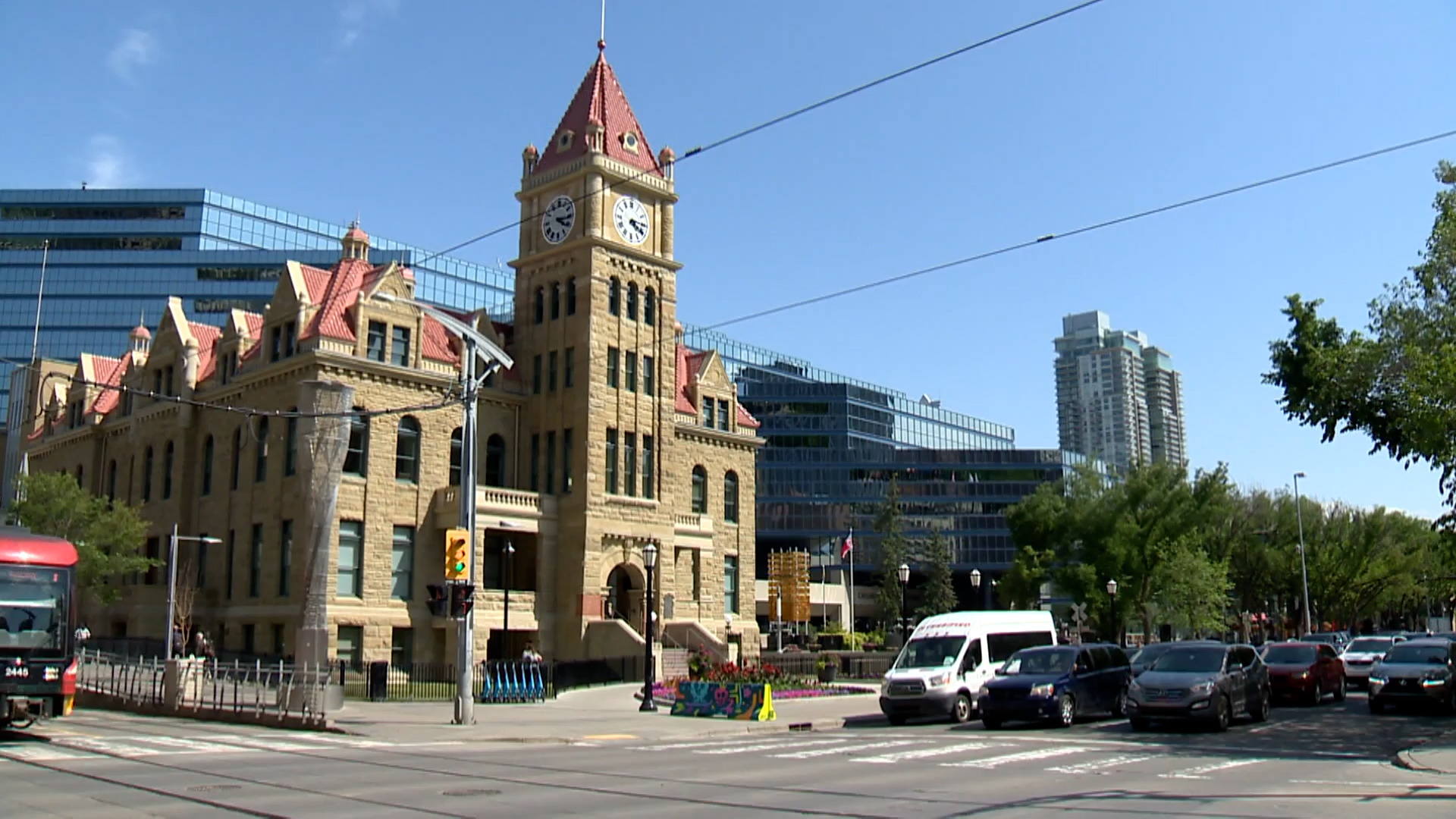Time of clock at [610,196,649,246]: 4:15
